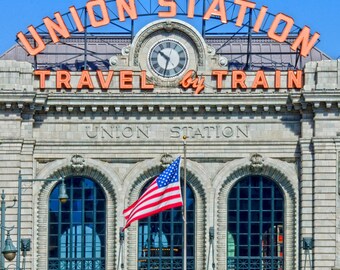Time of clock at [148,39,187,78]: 10:32
